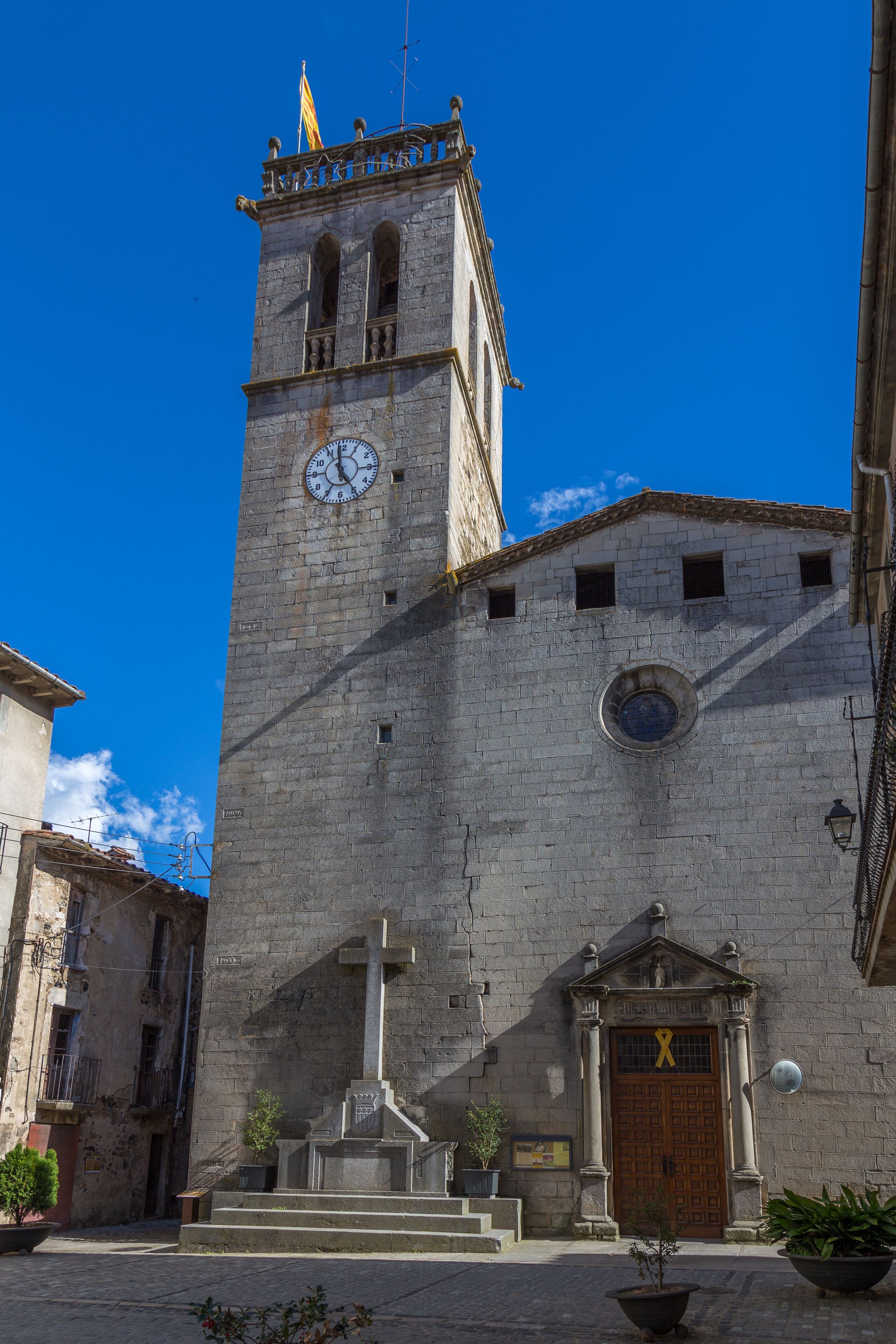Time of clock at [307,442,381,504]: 4:58
